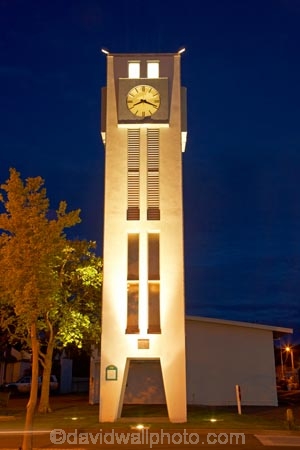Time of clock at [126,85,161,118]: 8:18
